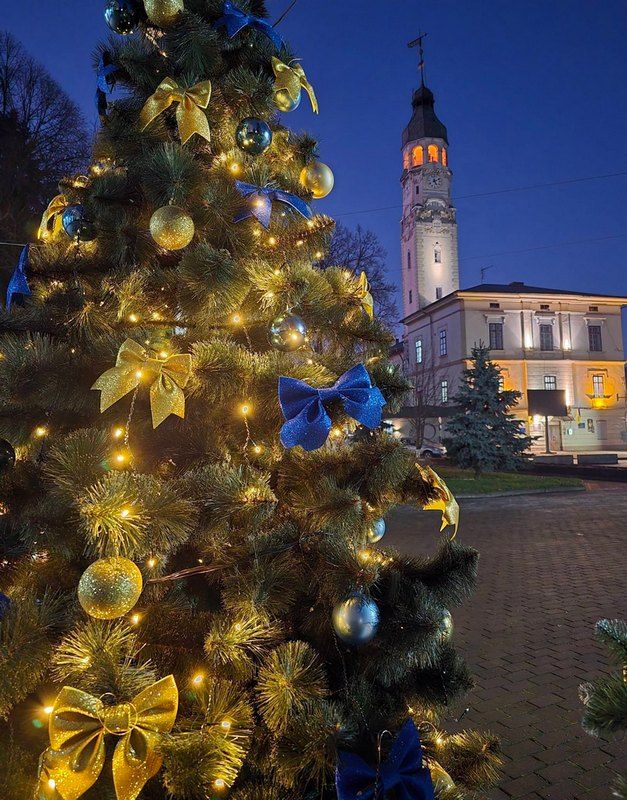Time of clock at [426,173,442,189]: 5:11
